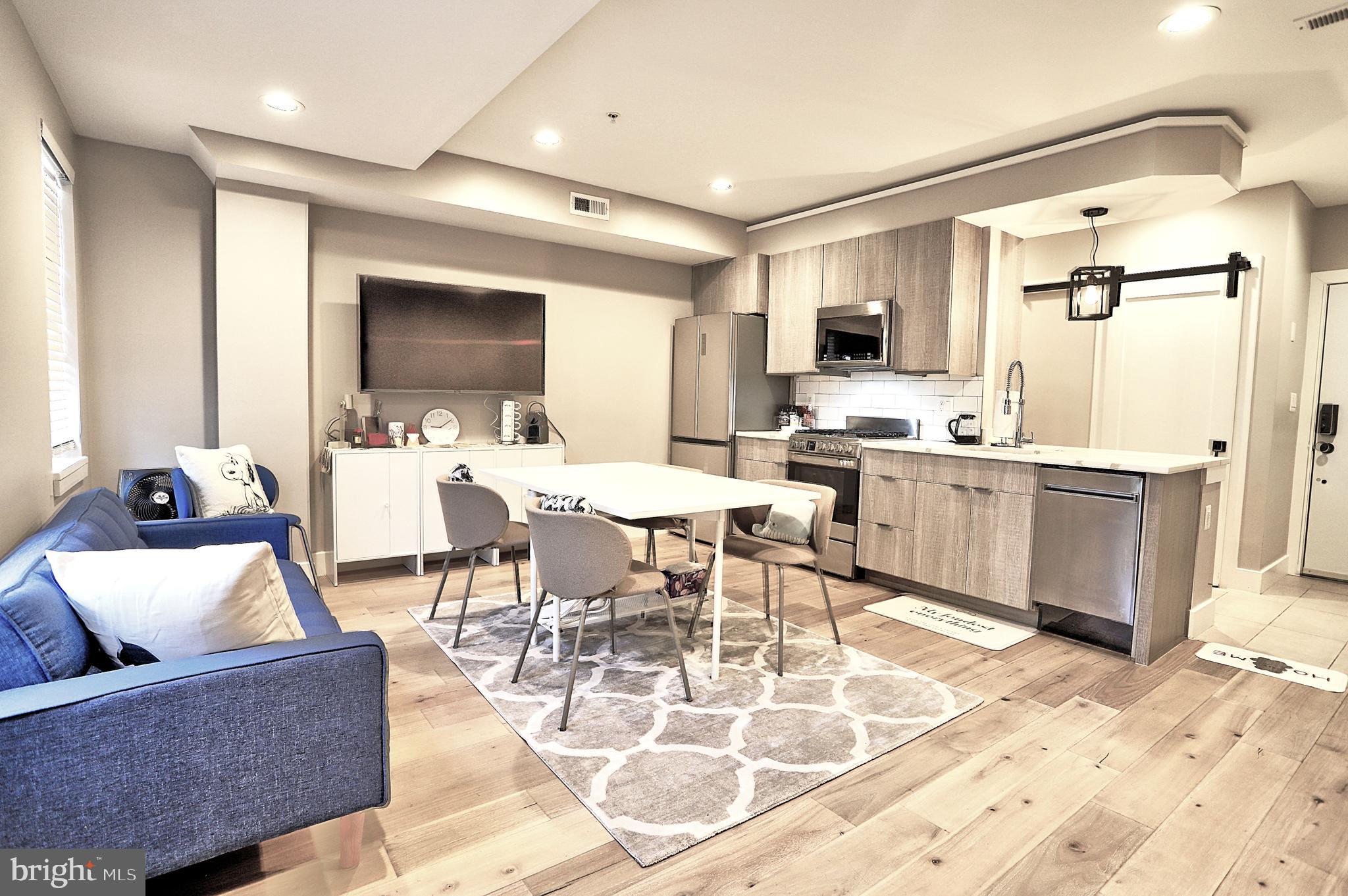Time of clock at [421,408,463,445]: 9:09
